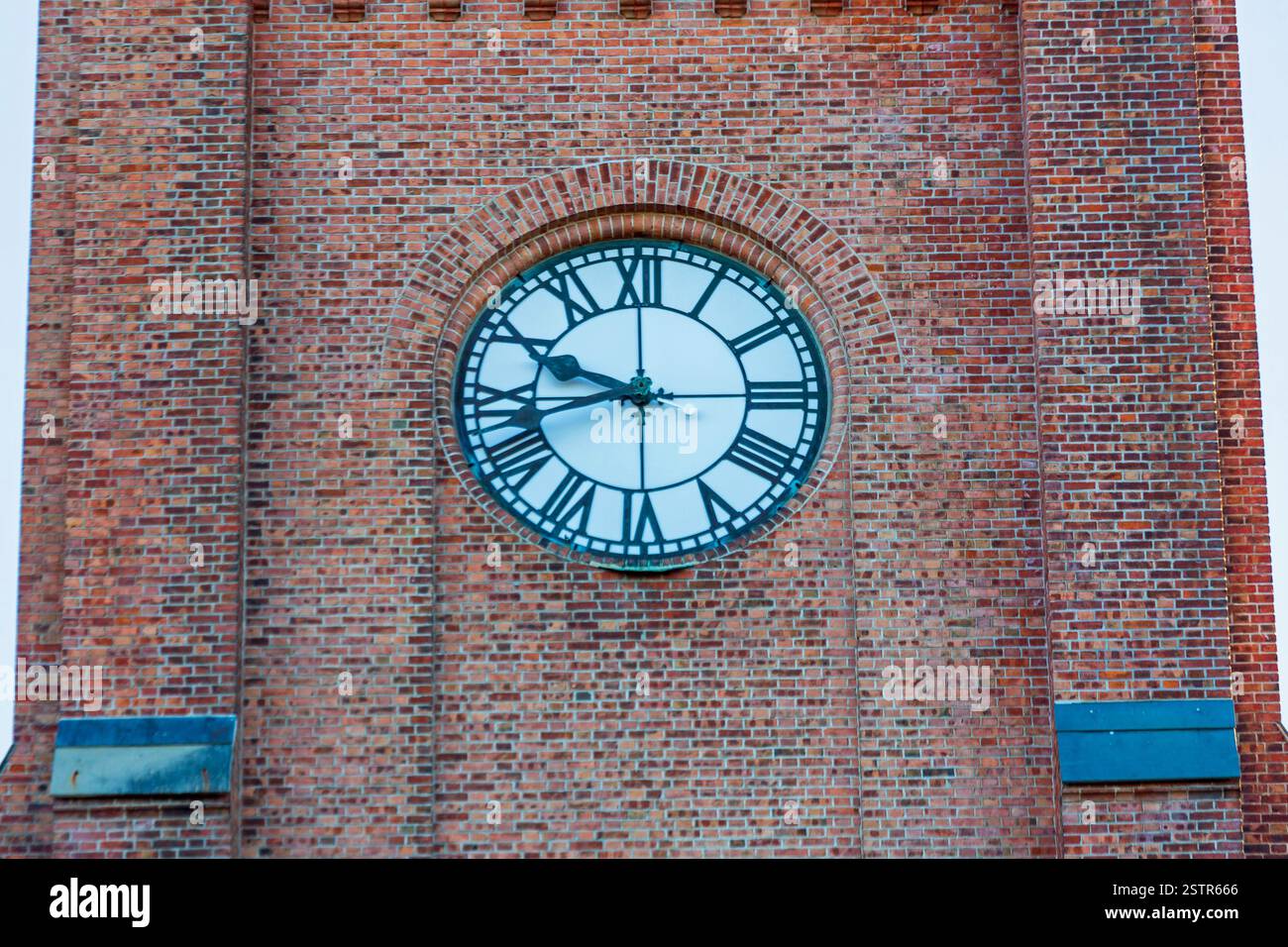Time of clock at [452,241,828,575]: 9:42
